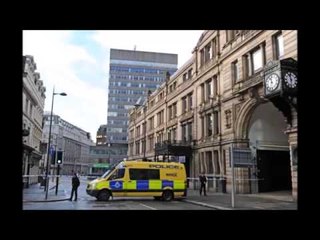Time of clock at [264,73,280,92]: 11:32
